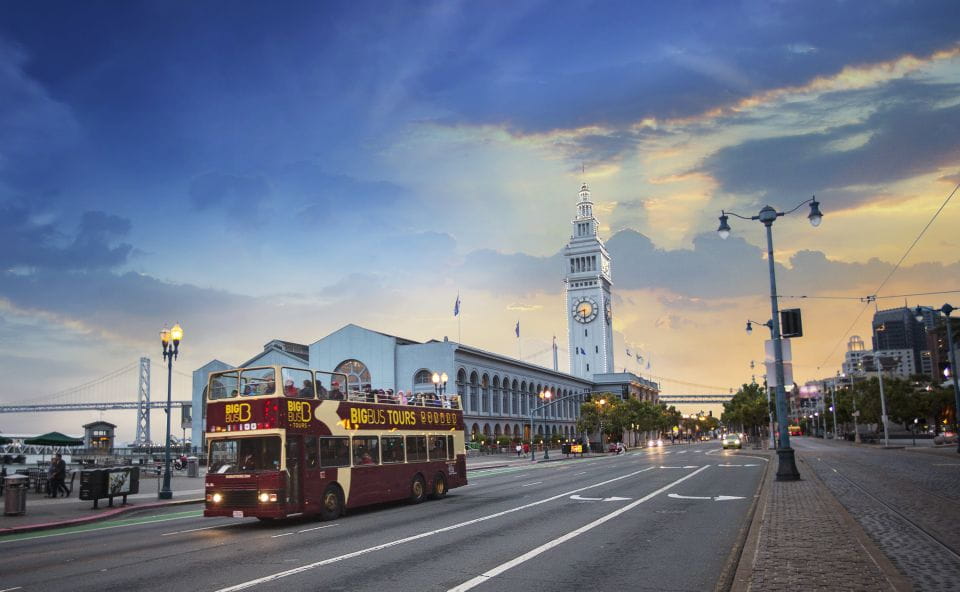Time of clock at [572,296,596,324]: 8:30
